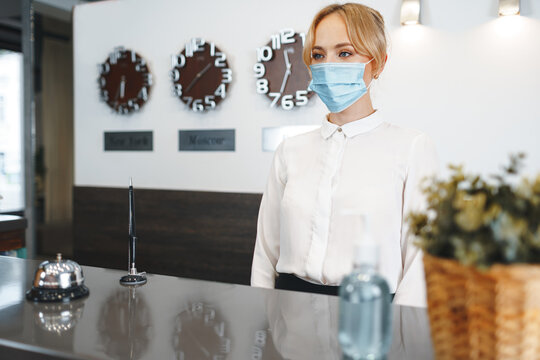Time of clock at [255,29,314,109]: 11:33
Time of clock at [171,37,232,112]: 1:37
